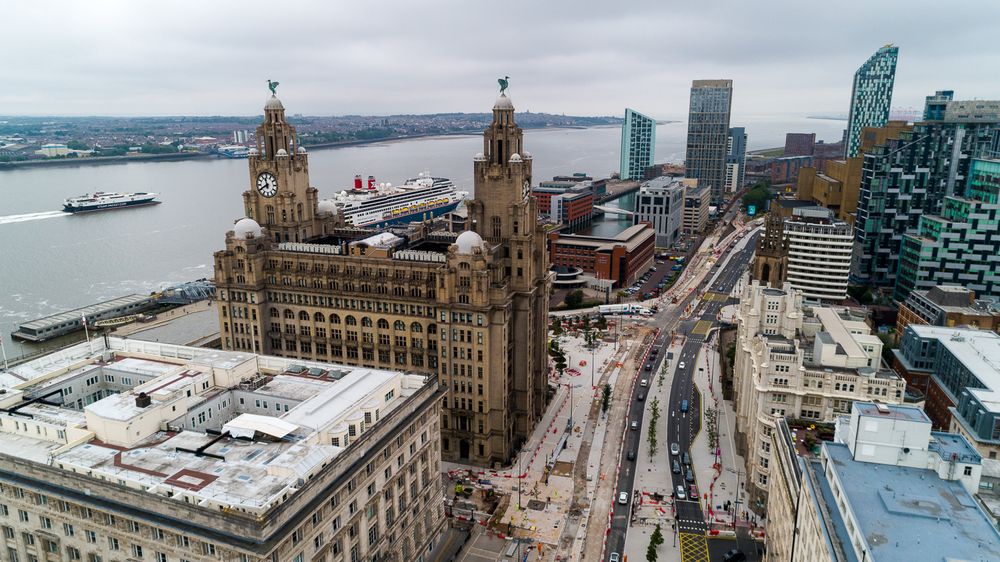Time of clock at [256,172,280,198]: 11:40
